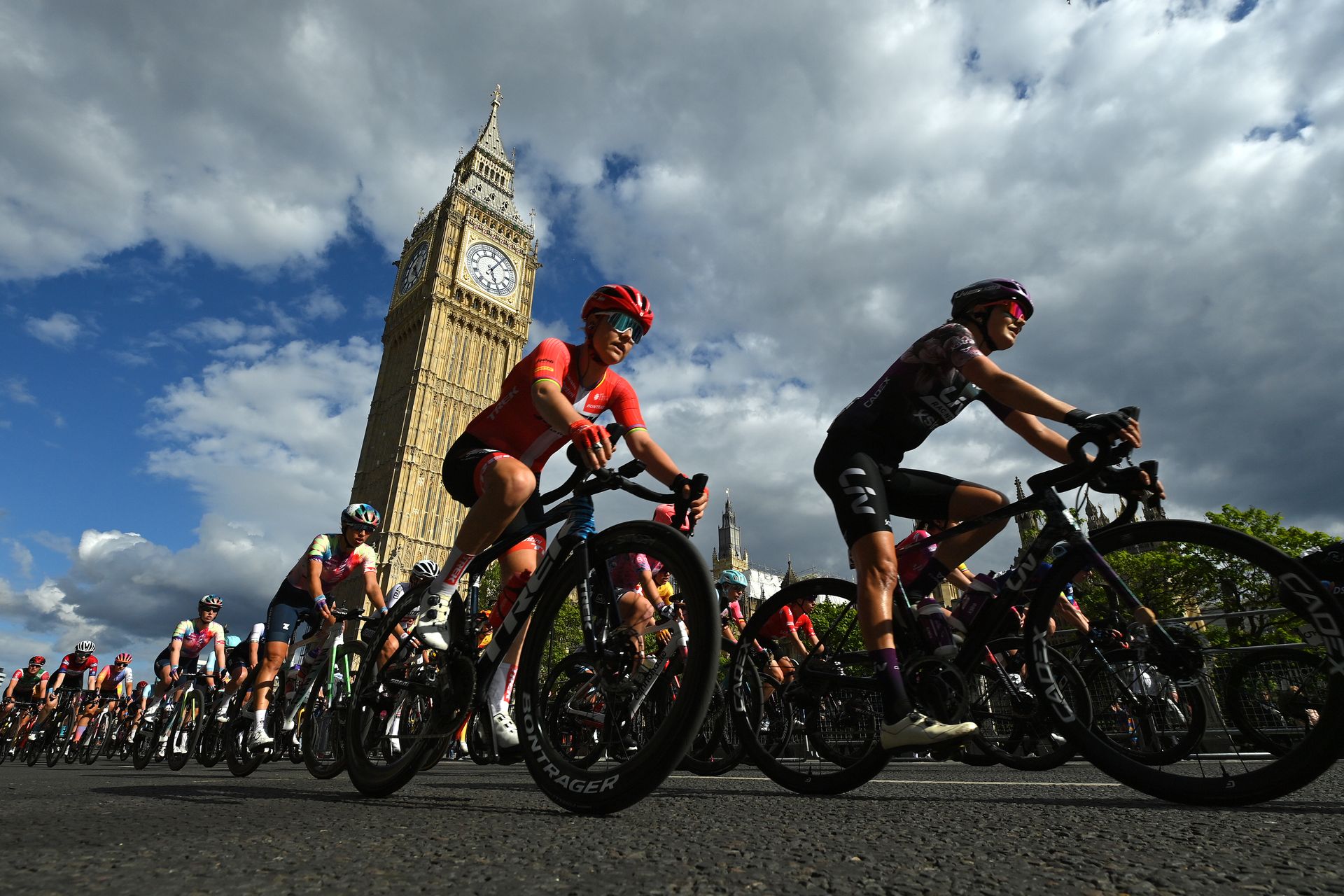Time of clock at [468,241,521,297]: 5:05
